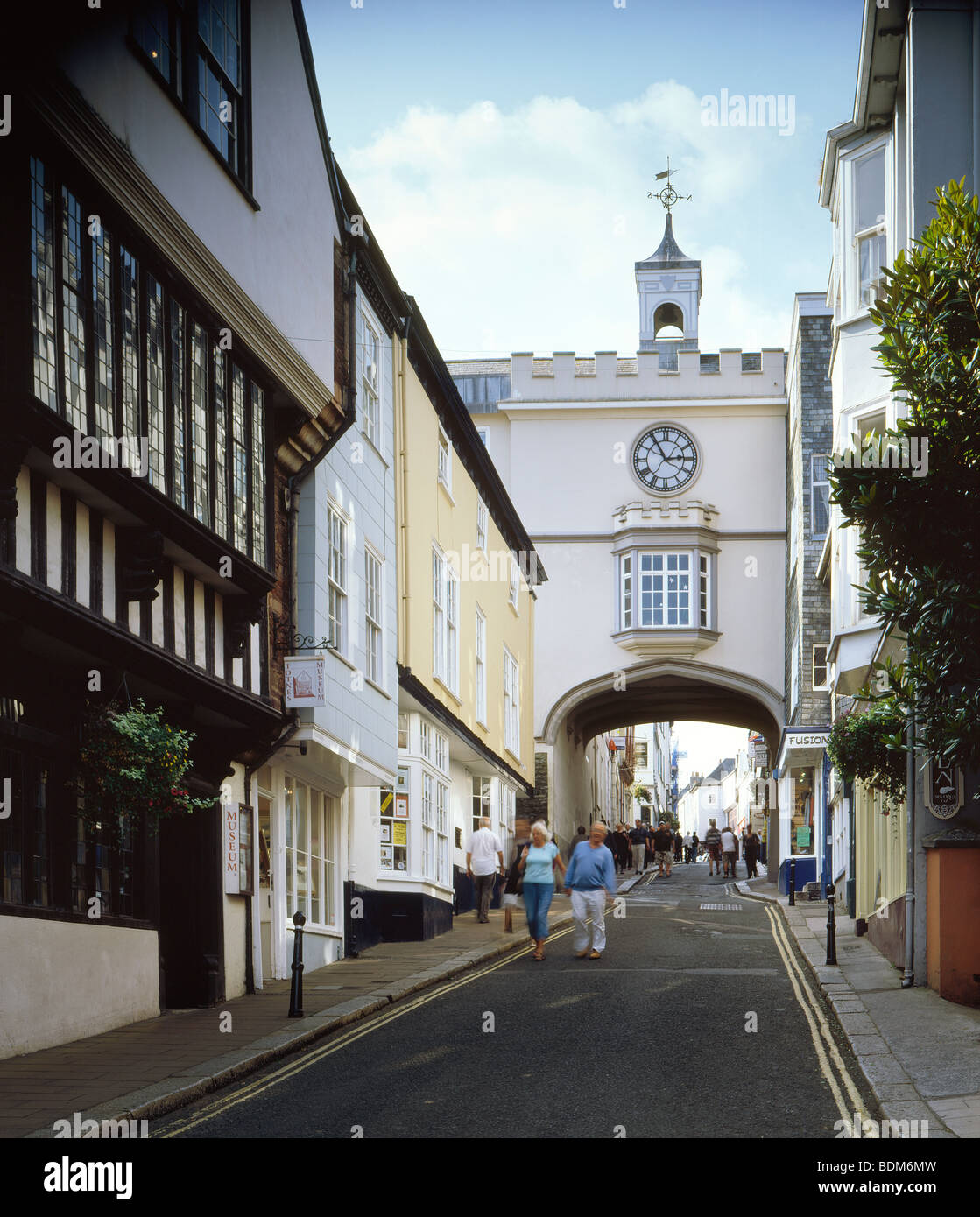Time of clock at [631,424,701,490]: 2:54
